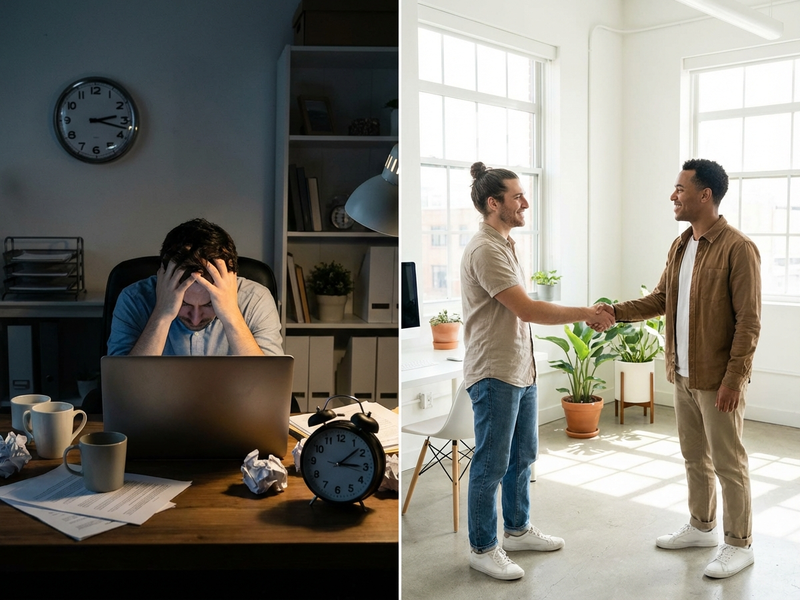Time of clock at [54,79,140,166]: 2:17
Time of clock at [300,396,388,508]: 3:08
